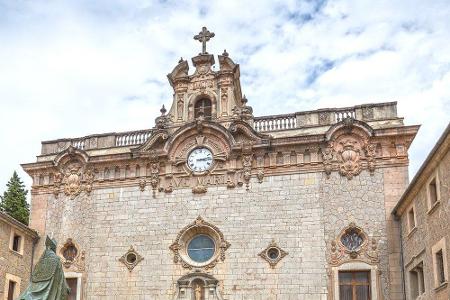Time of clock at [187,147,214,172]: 3:13
